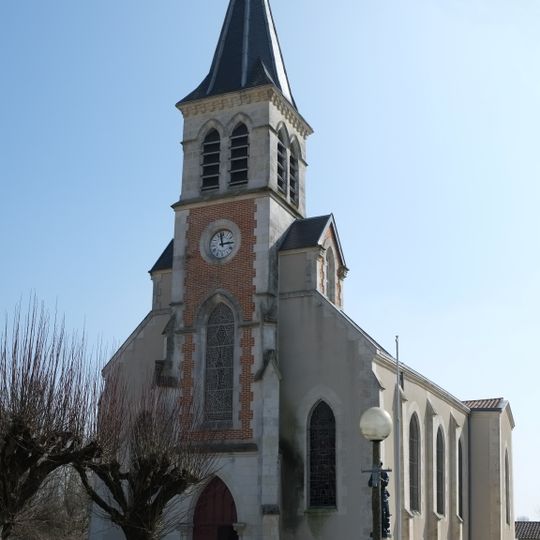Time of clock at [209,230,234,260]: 2:58
